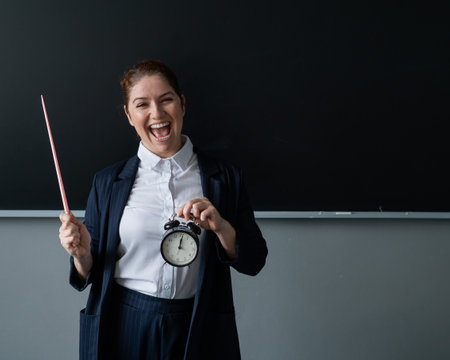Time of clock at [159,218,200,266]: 12:01
